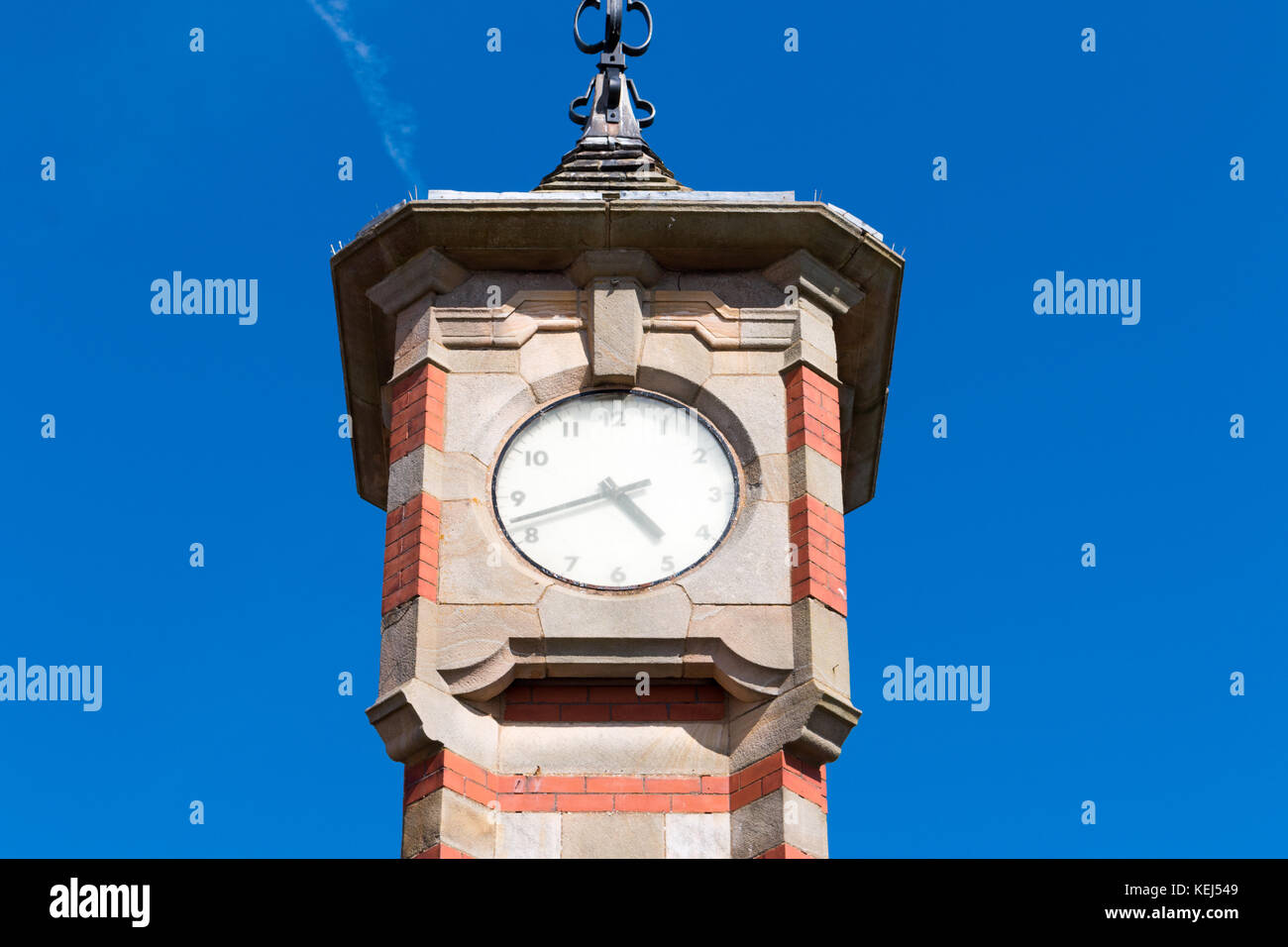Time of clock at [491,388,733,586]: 4:42
